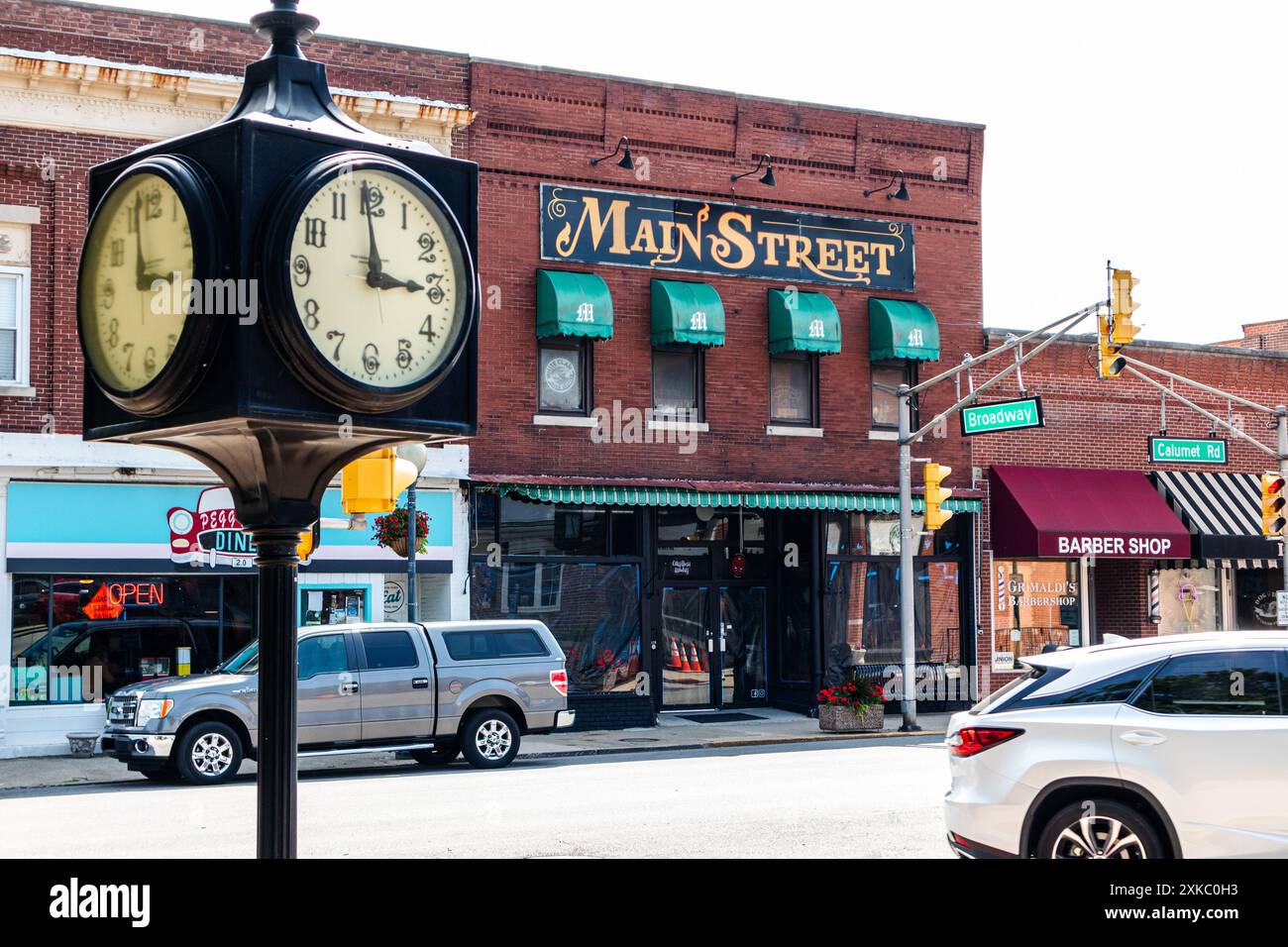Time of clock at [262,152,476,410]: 2:58
